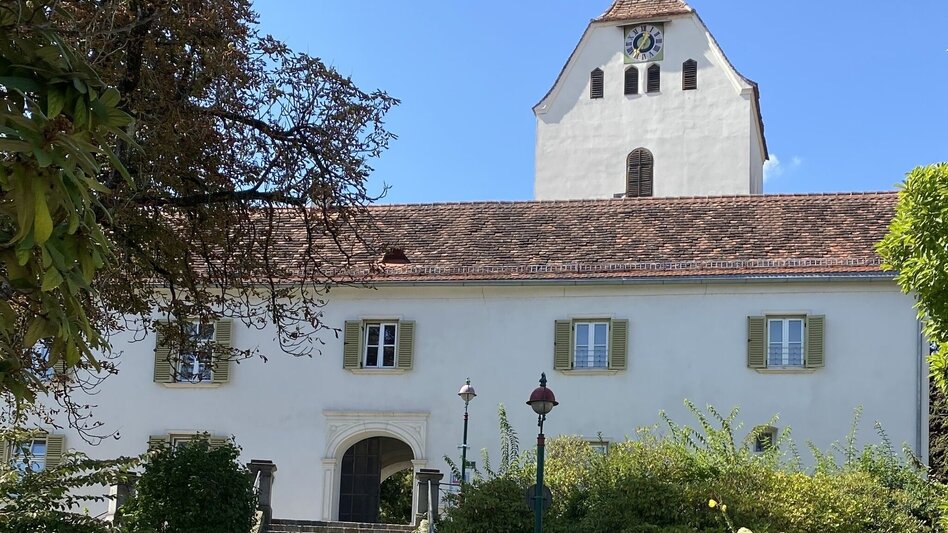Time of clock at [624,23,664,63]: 12:36
